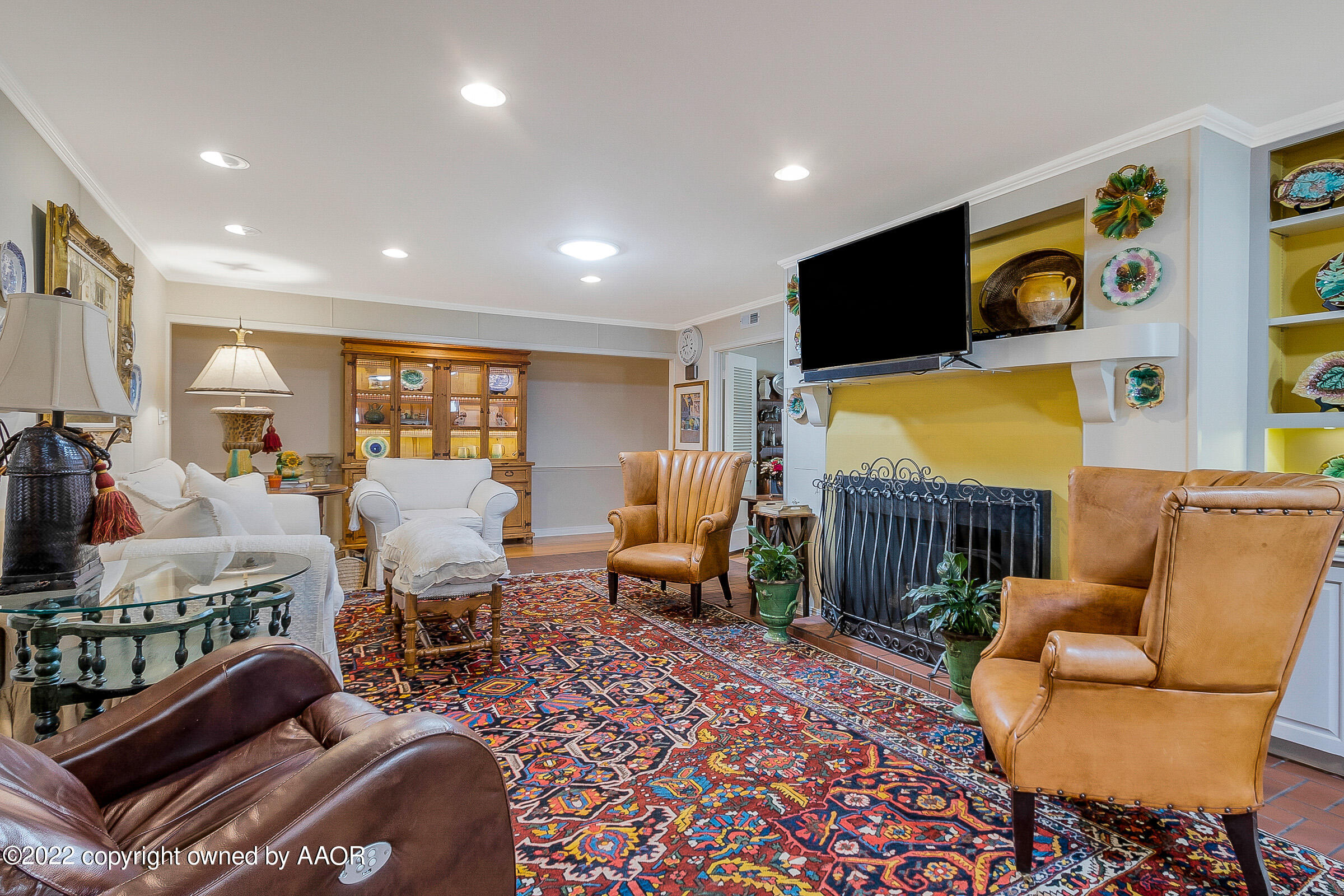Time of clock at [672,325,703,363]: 10:42
